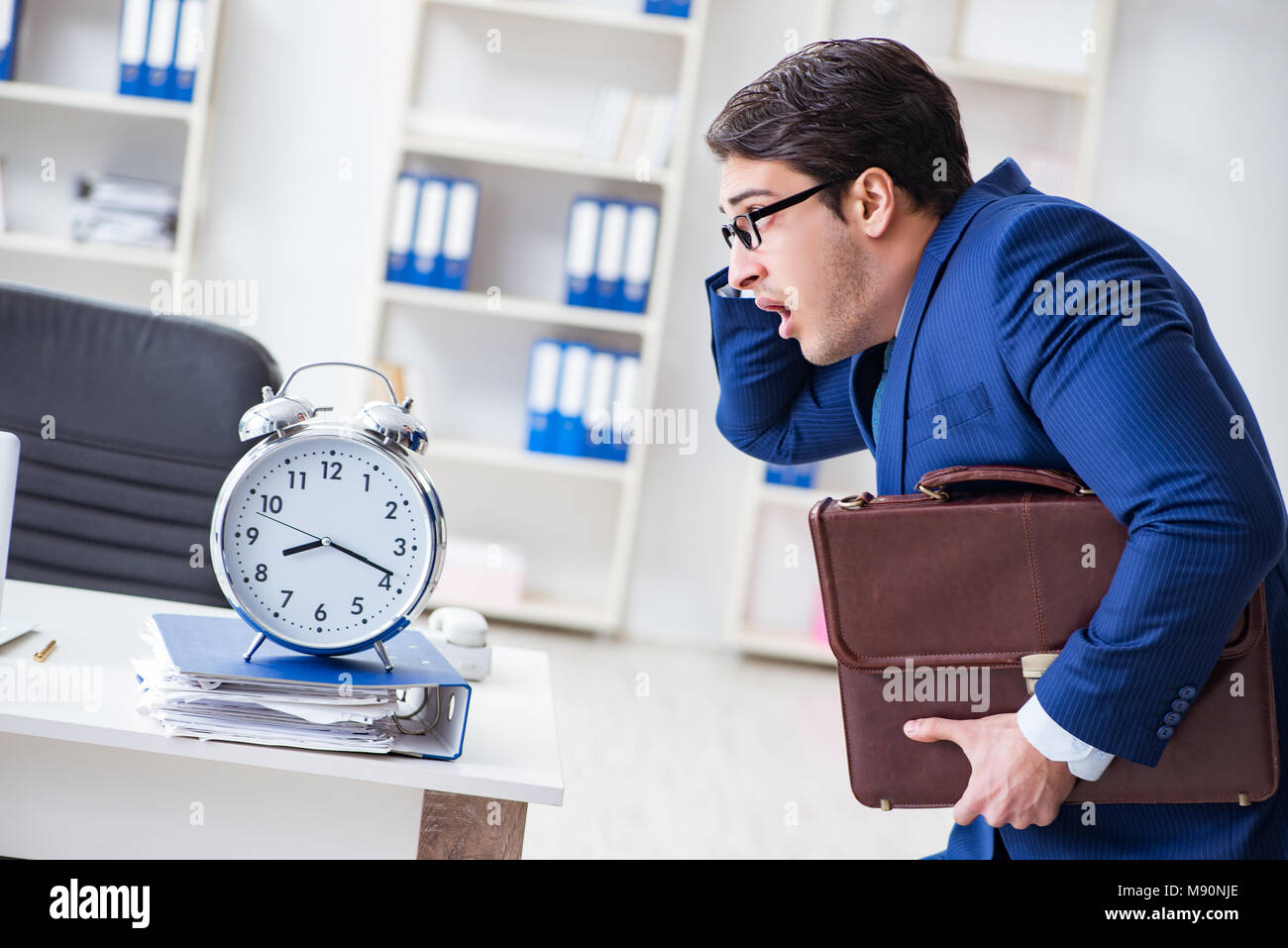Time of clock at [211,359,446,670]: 8:18
